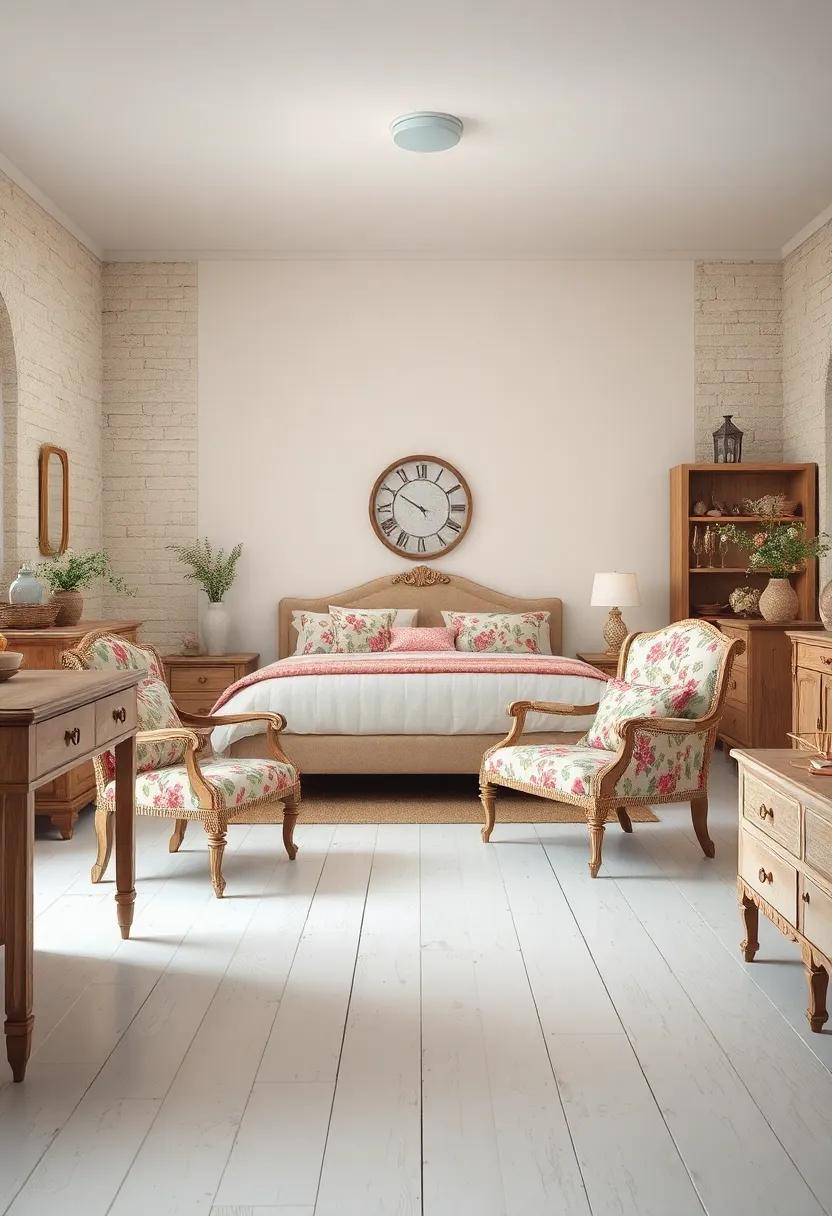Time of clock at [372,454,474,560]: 9:50
